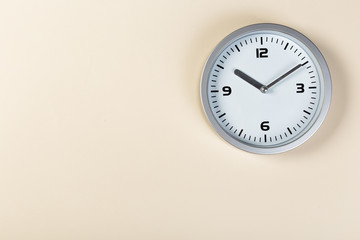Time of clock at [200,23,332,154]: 10:09
